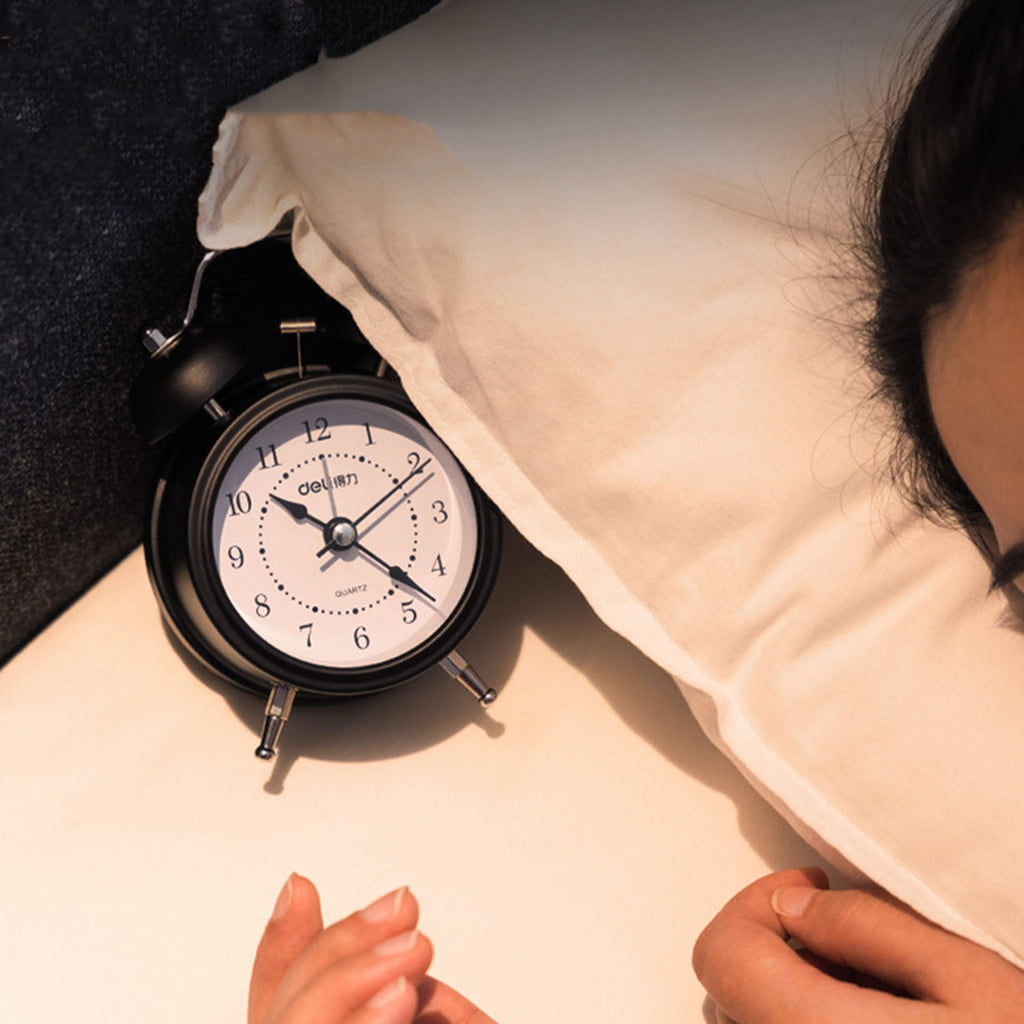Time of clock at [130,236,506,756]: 10:22
